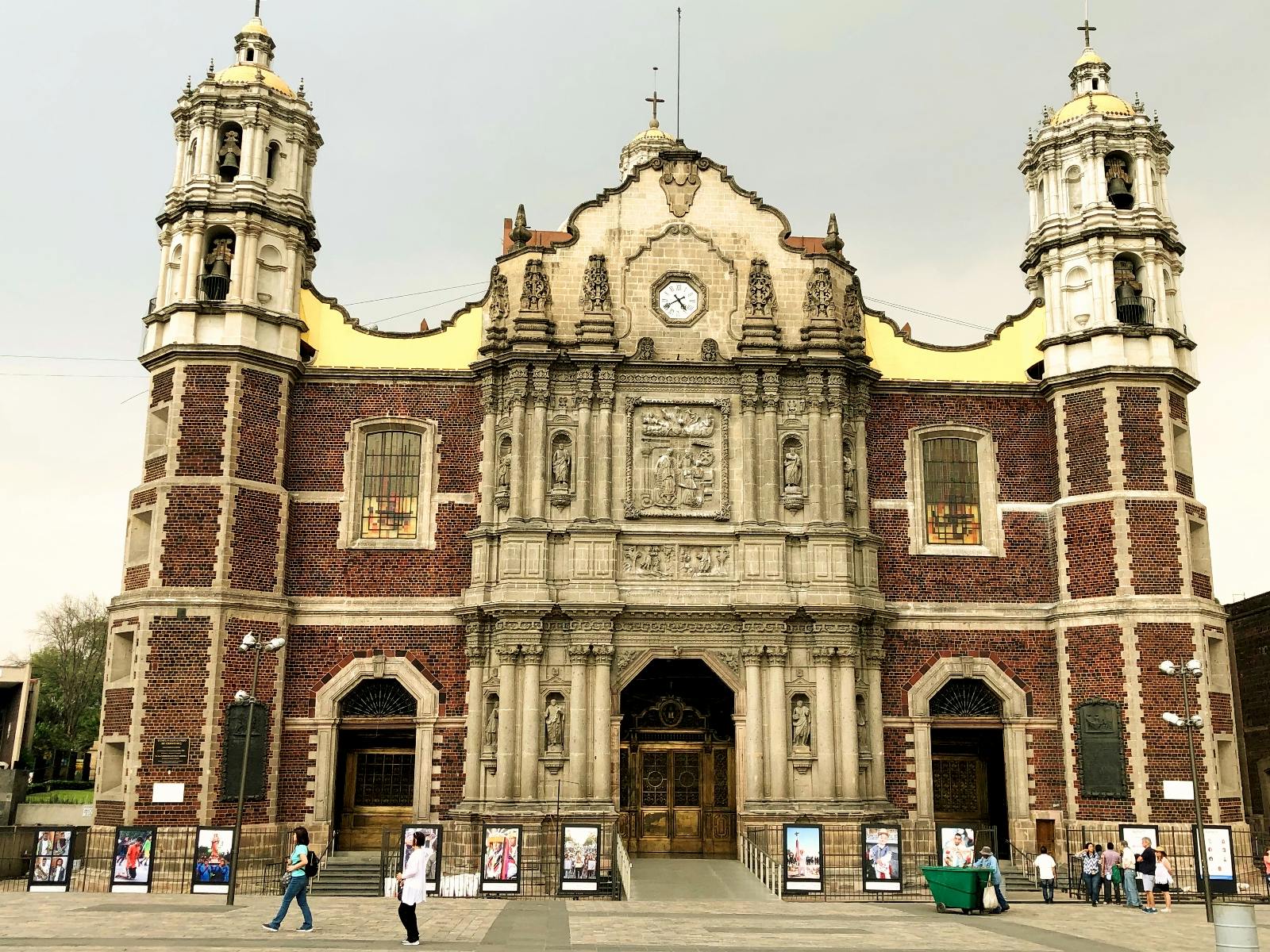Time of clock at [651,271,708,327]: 4:40
